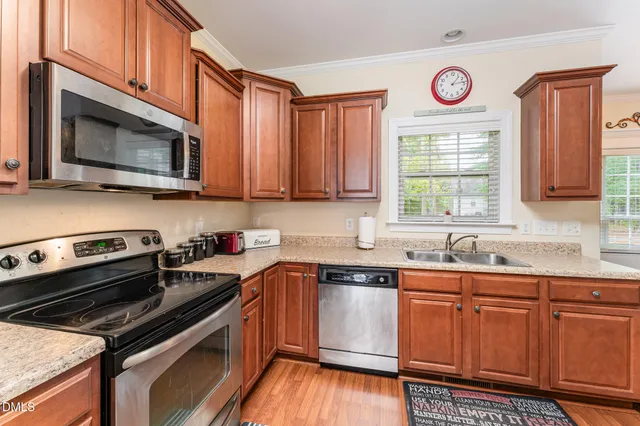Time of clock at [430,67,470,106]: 1:13
